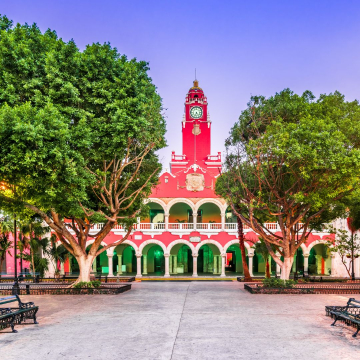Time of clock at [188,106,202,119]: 4:33
